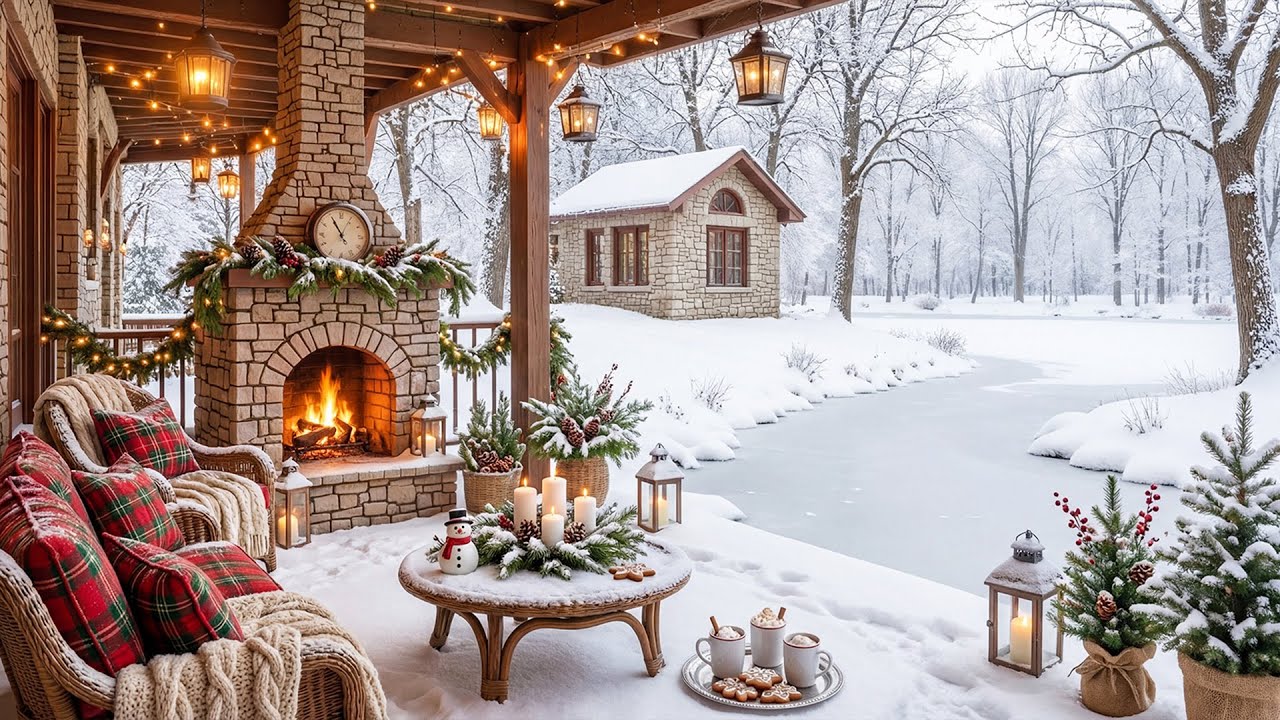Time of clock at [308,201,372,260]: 10:55
